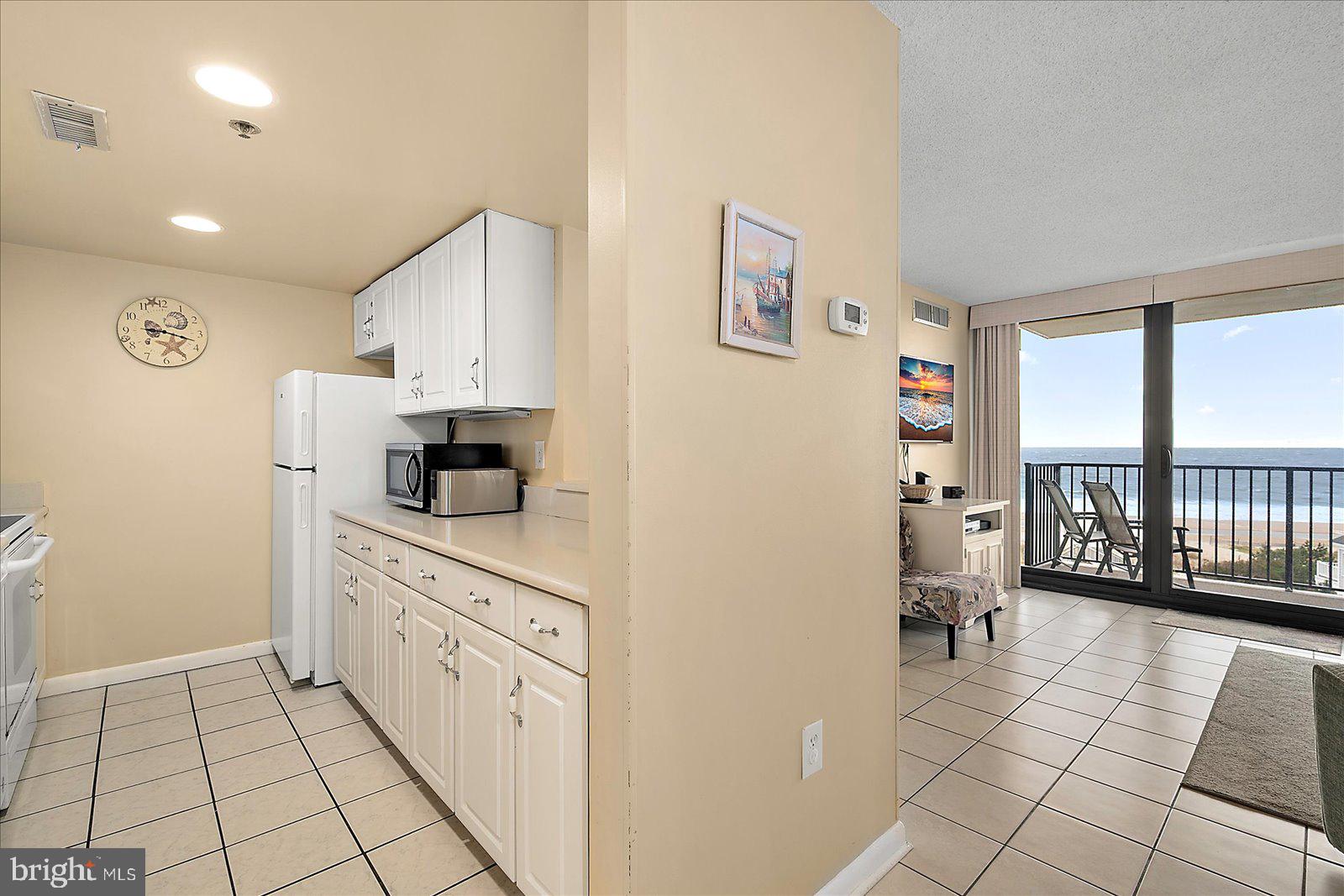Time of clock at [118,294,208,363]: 9:18
